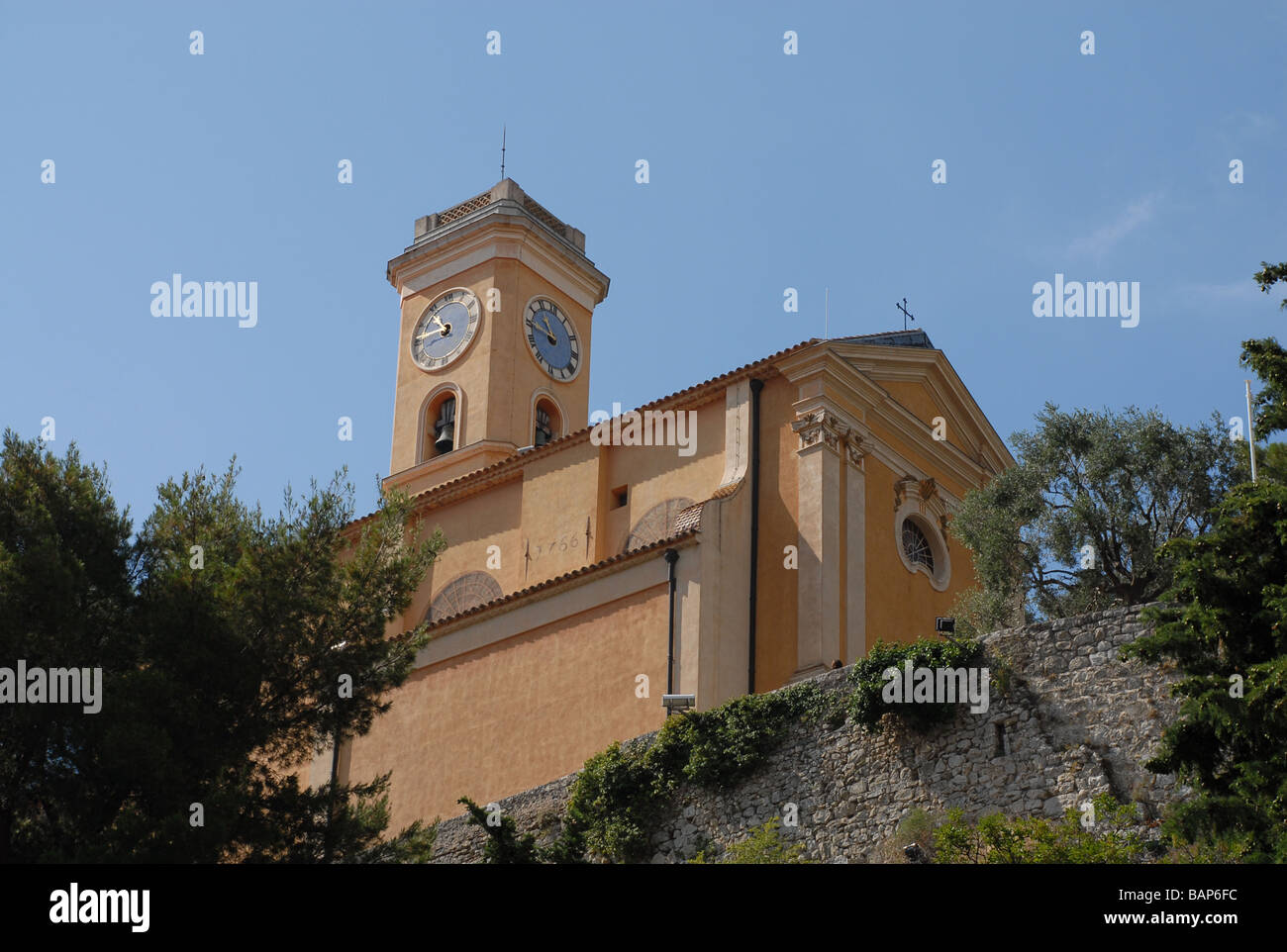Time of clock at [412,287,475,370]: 10:45
